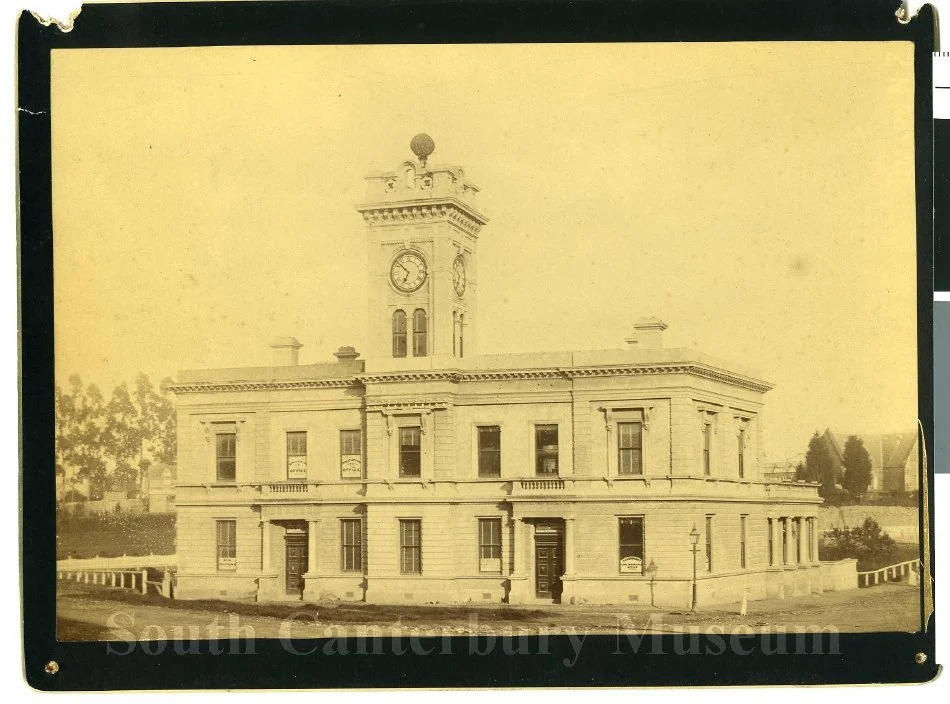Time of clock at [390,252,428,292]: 6:52
